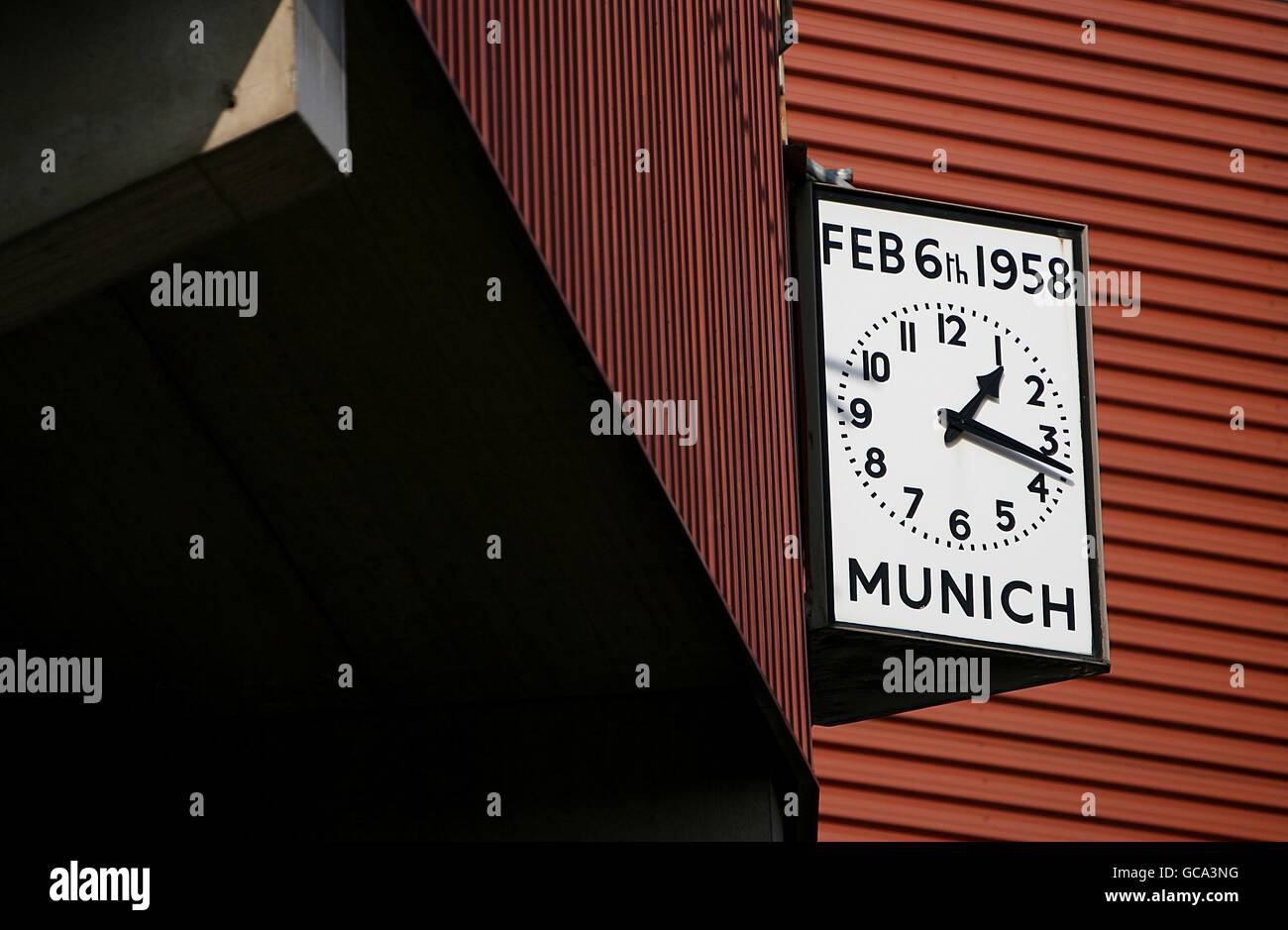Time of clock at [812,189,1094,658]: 1:16
